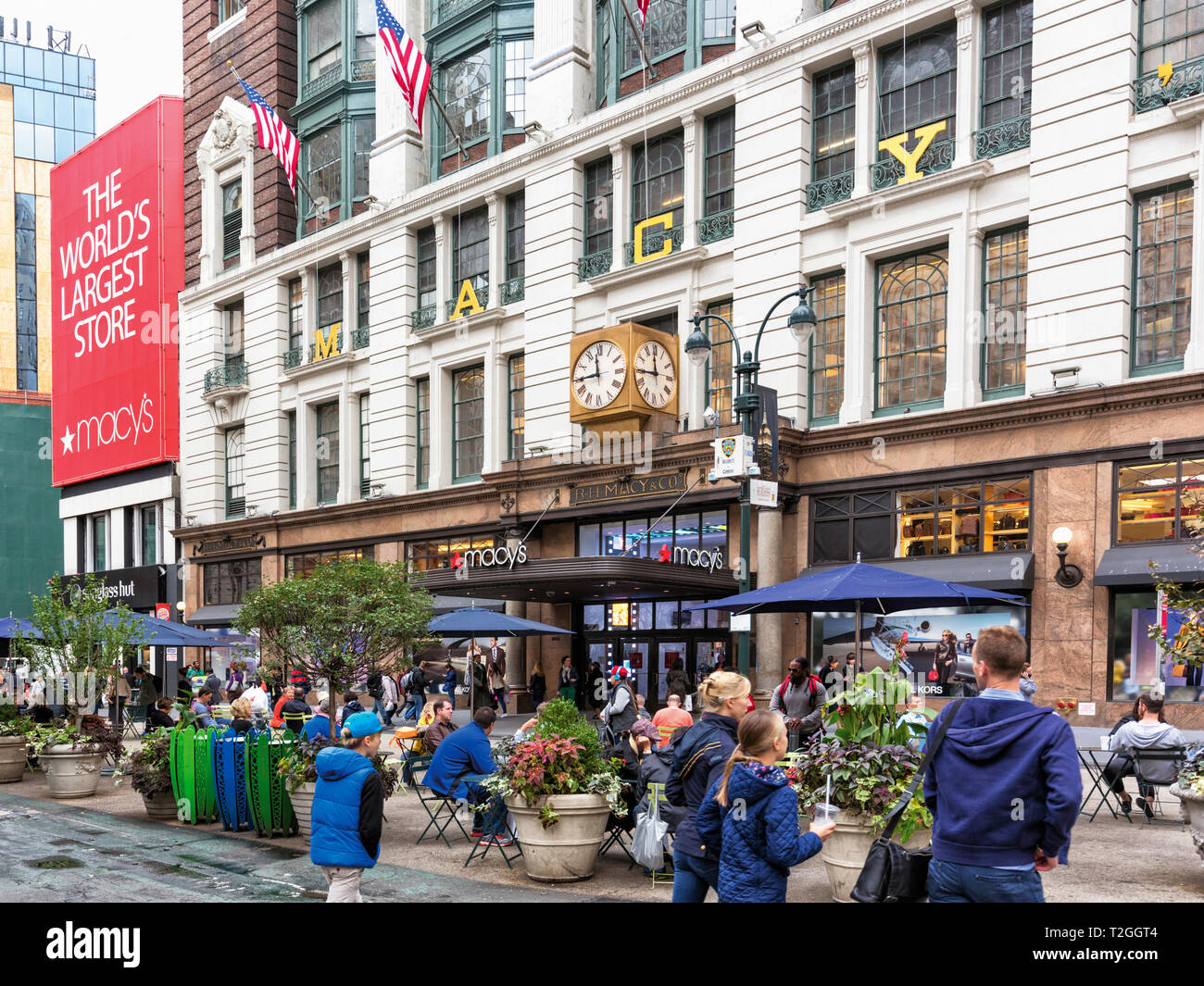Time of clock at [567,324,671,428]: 11:44
